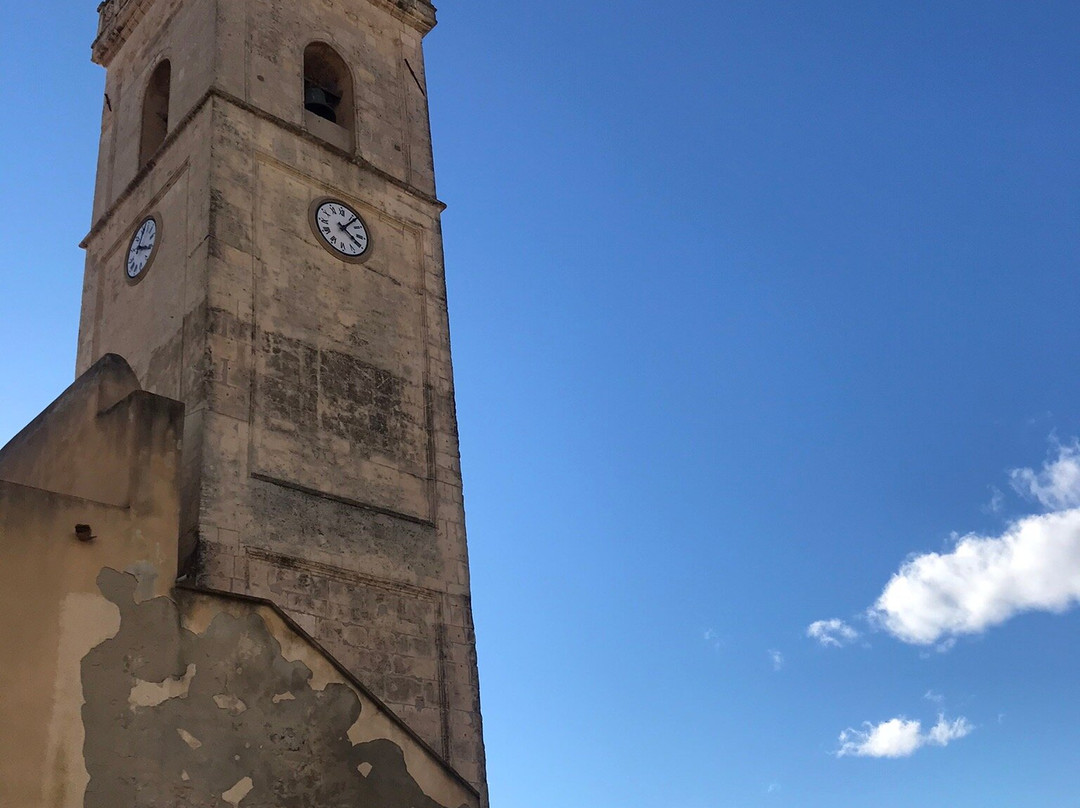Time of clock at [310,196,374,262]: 4:06
